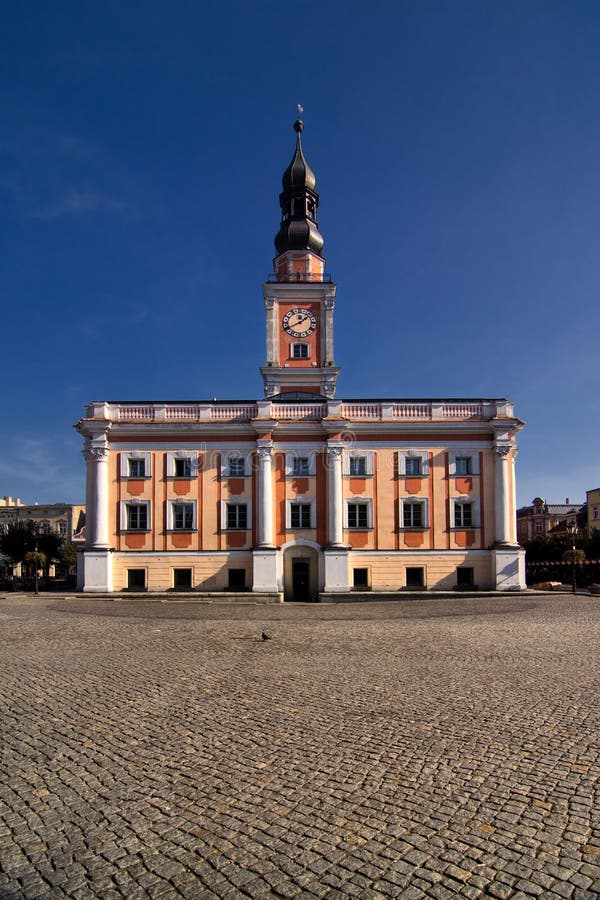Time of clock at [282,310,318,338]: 1:40
